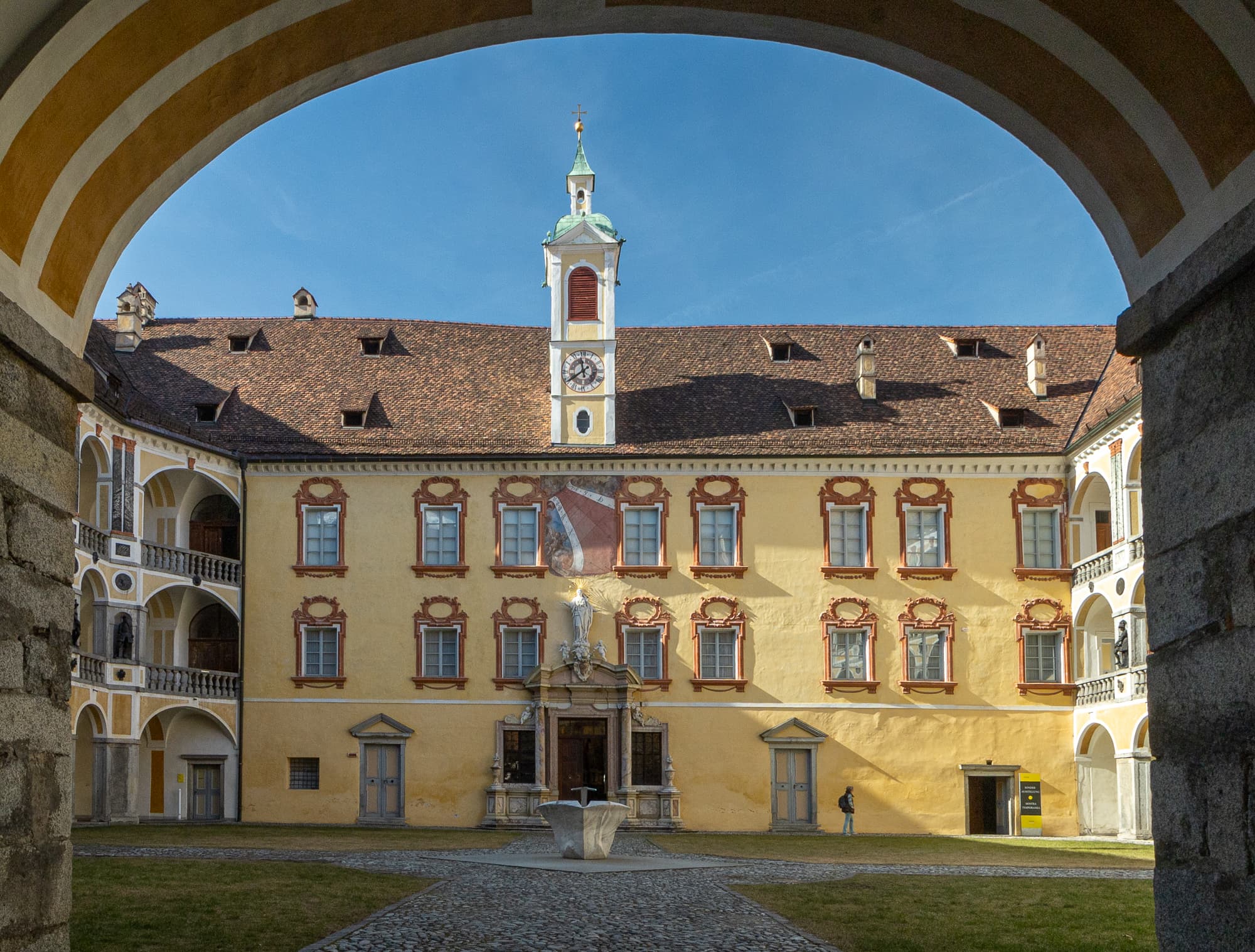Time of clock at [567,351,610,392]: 11:39
